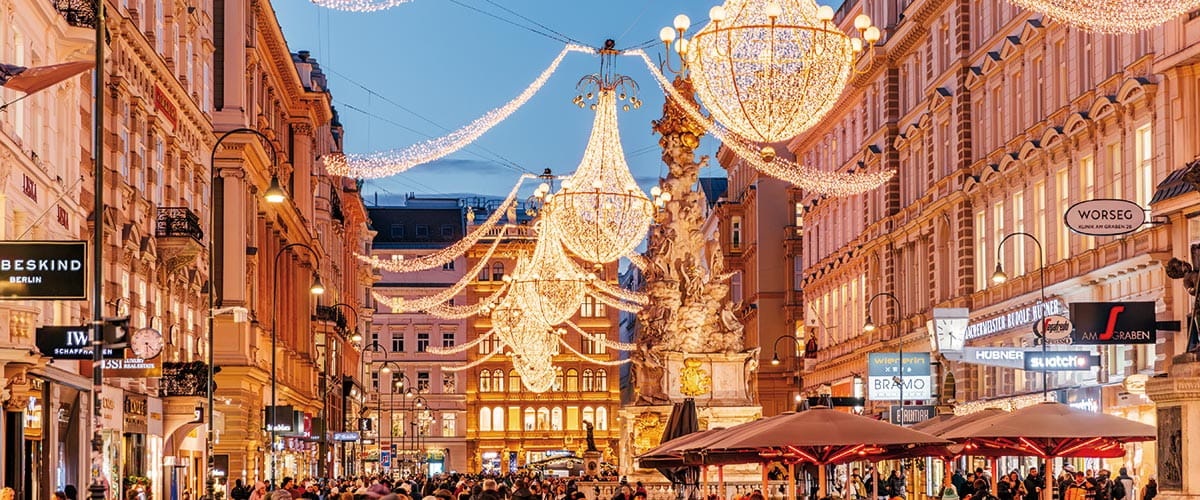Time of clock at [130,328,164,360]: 4:29
